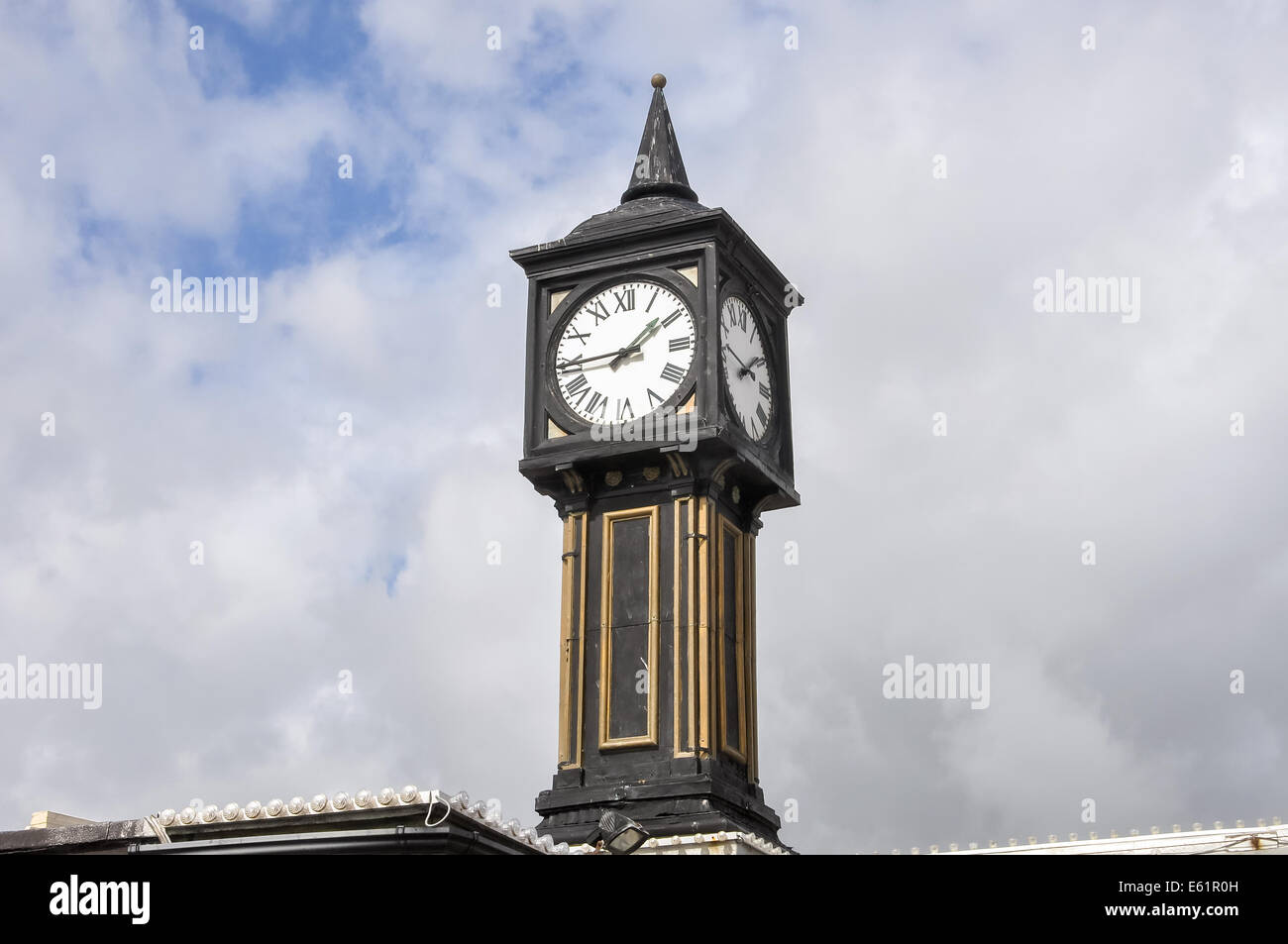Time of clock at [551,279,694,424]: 1:44
